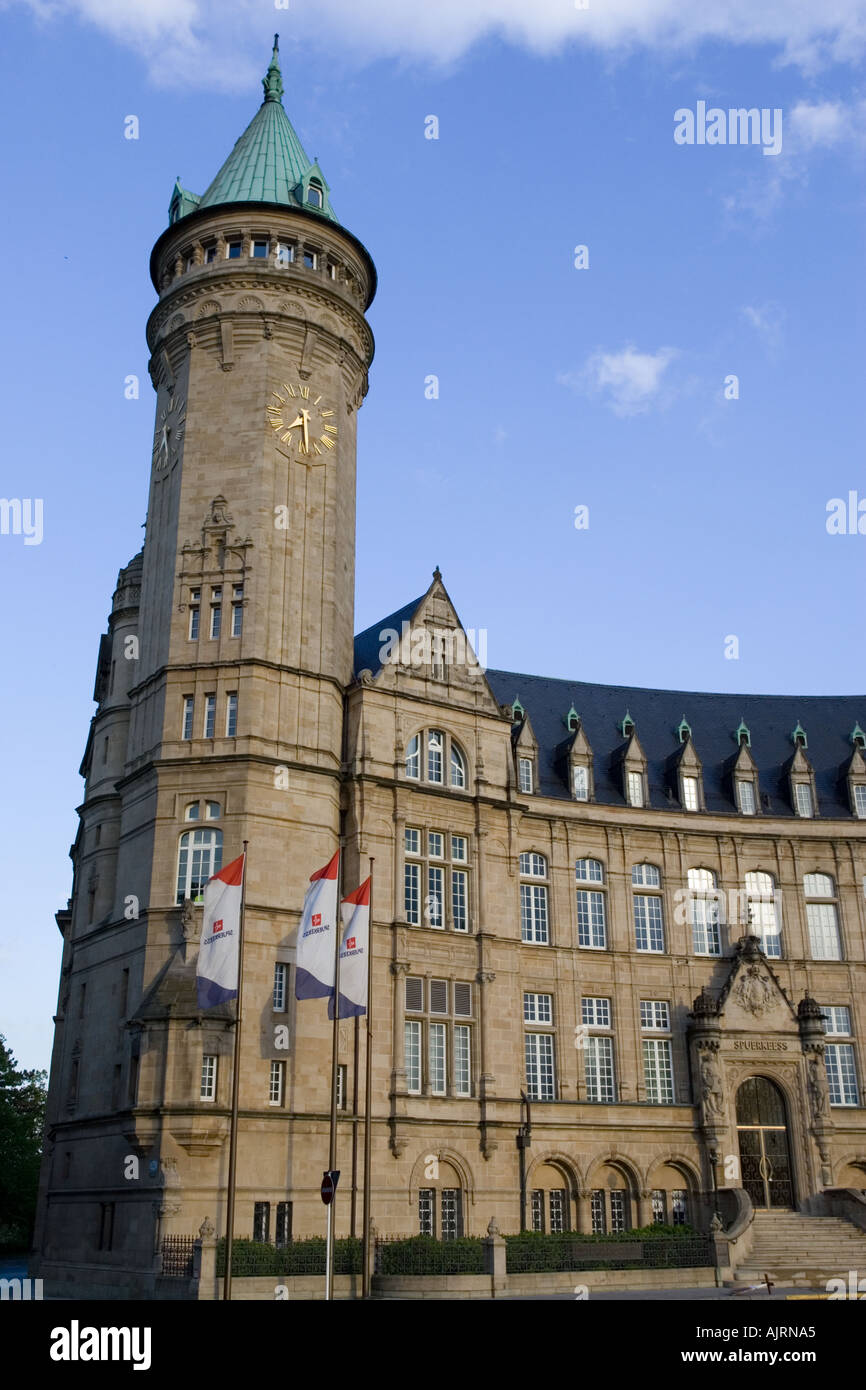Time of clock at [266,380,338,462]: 7:29
